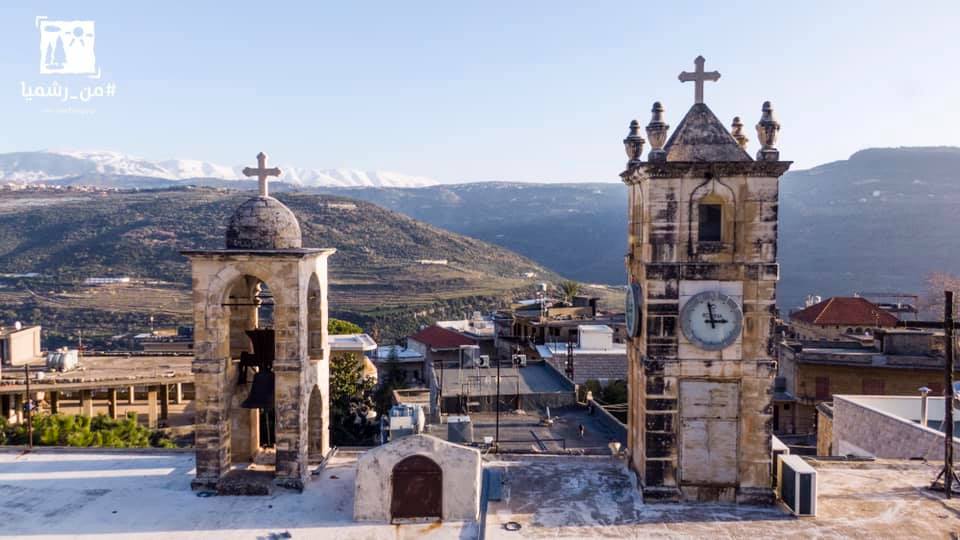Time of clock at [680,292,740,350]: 2:58
